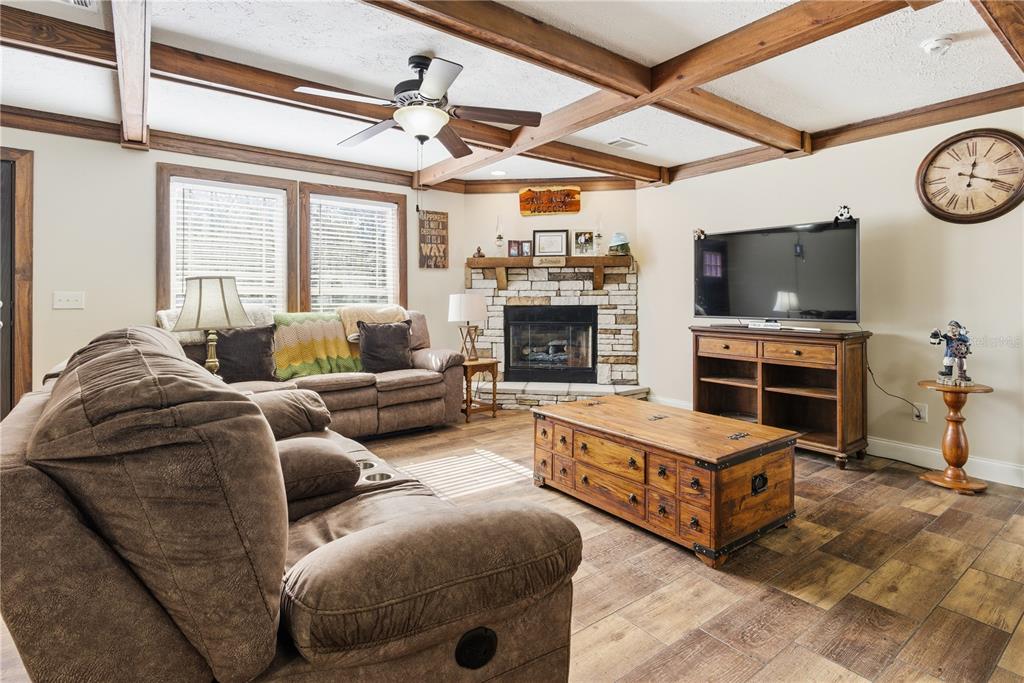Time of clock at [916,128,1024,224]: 12:18
